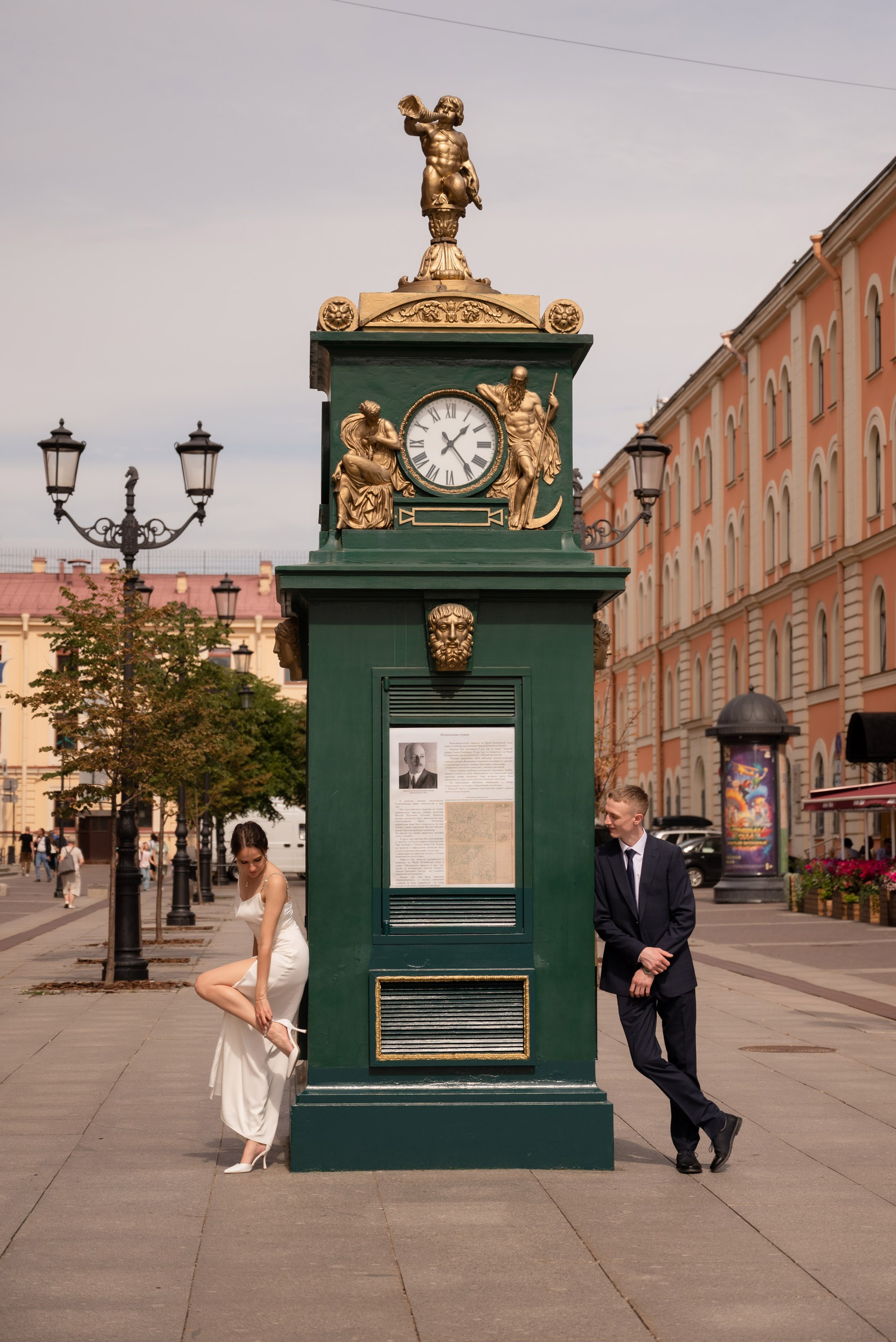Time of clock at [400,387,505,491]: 1:23
